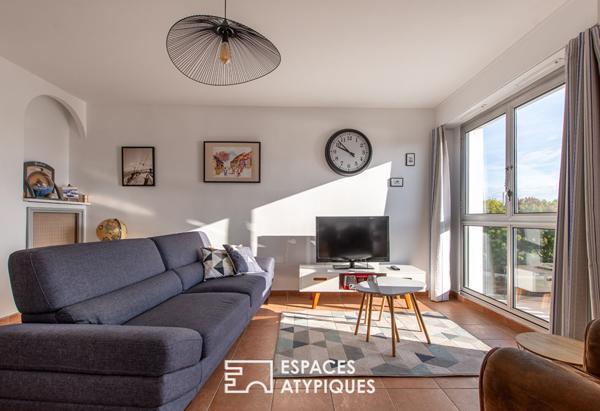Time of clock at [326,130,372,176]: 9:52
